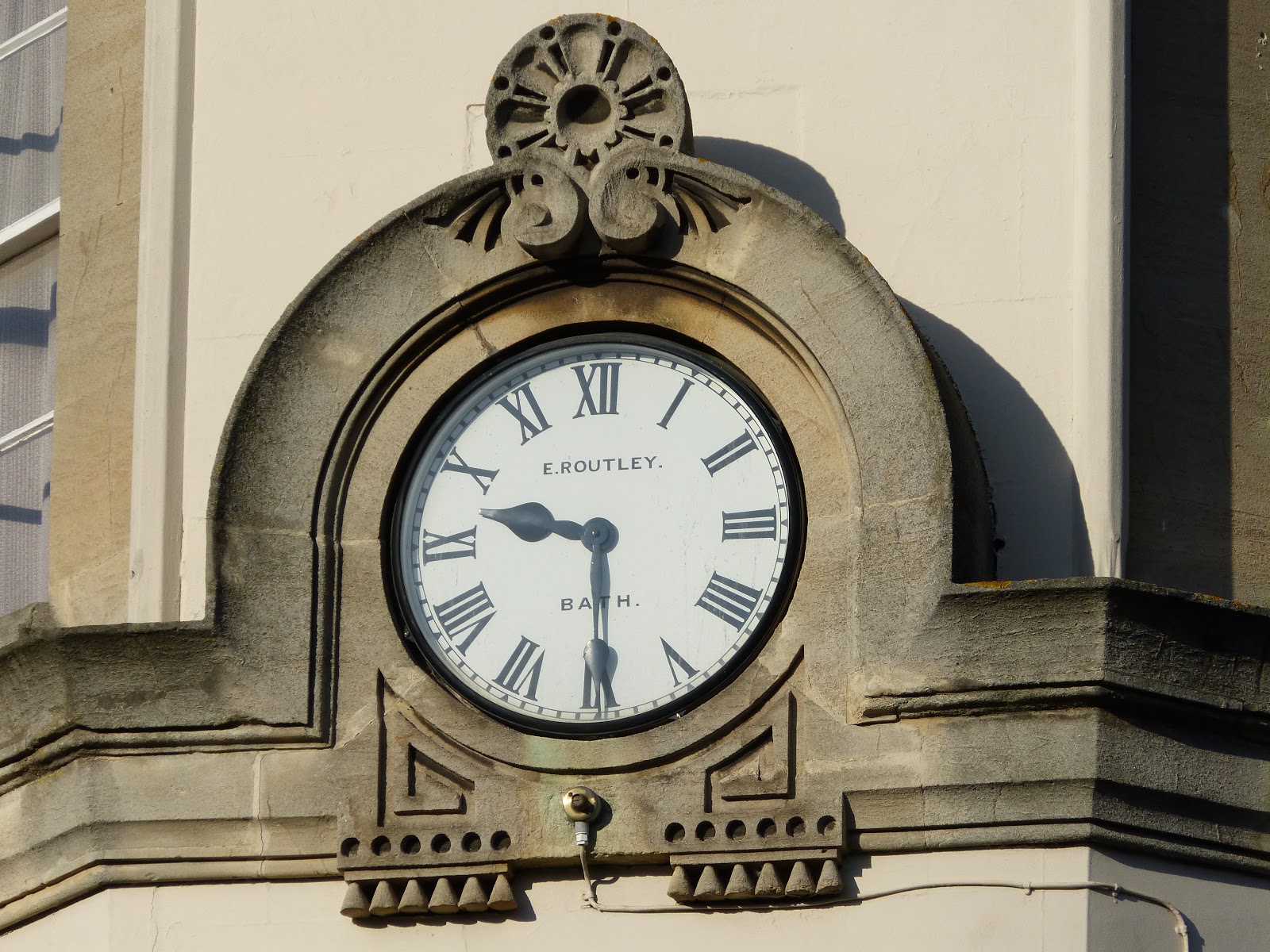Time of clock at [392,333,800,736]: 9:29
